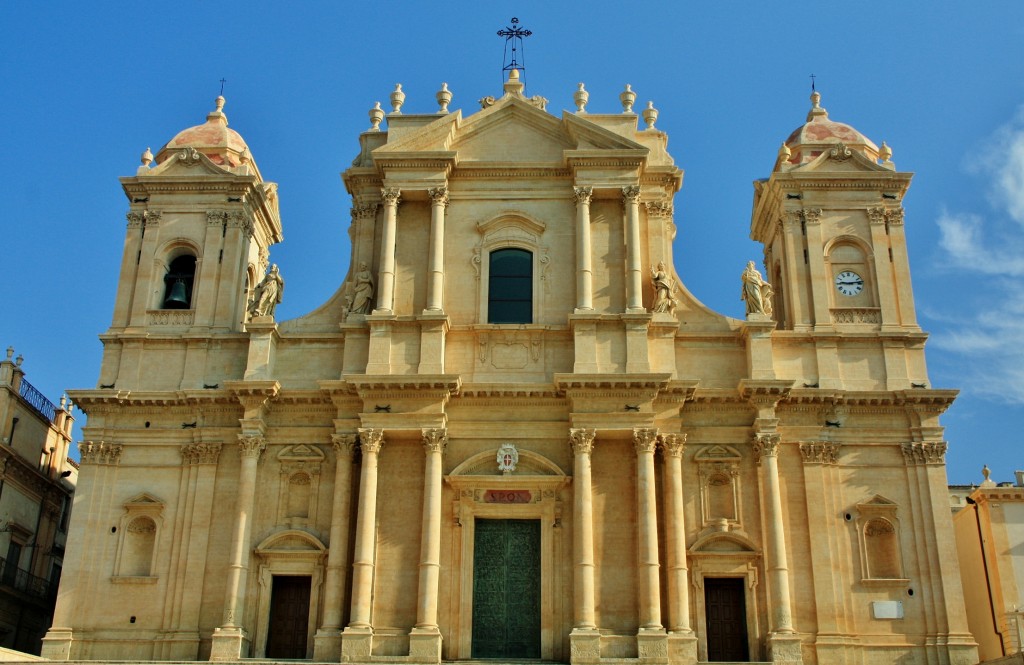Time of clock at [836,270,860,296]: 9:13
